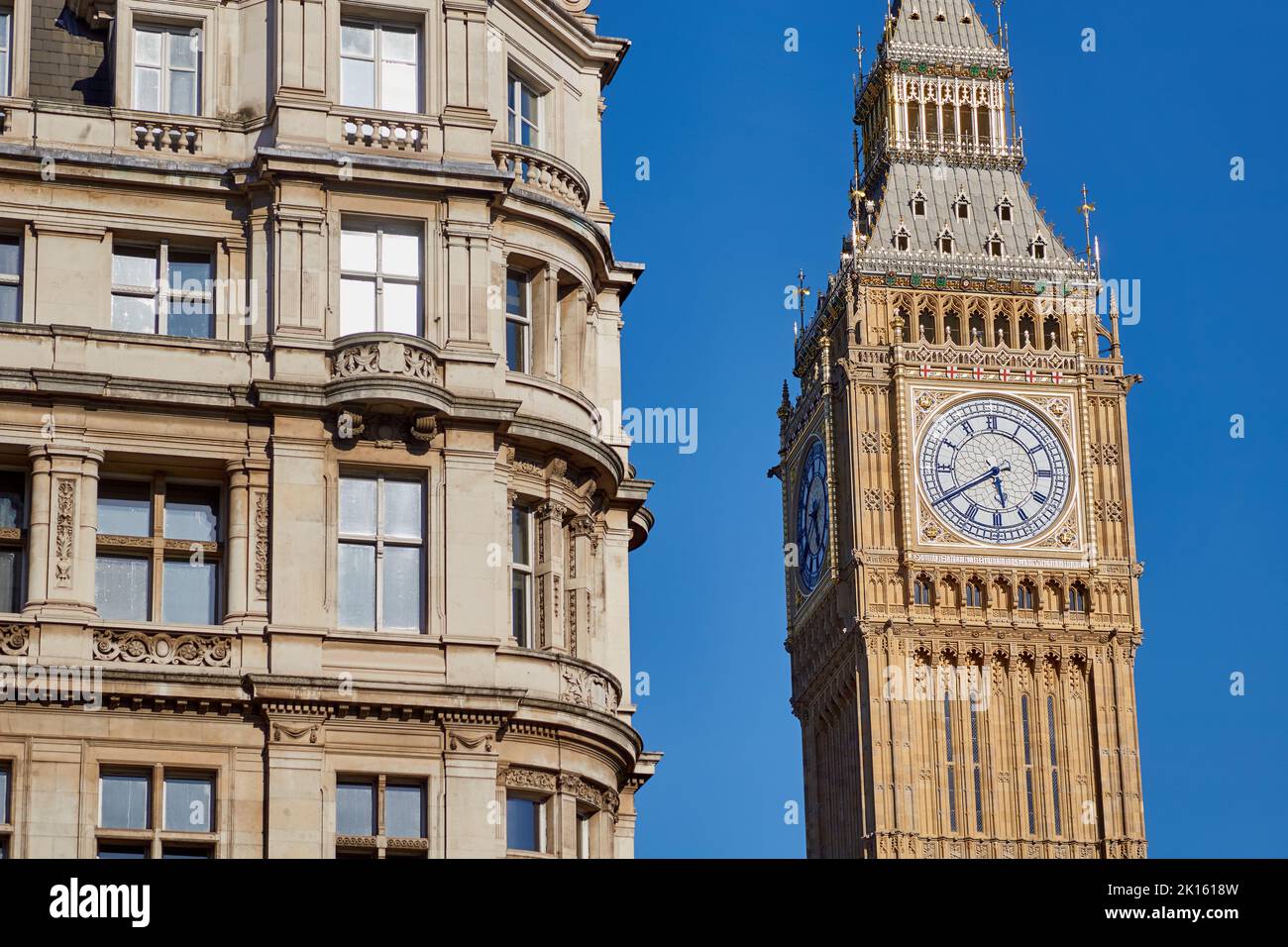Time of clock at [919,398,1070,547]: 5:39
